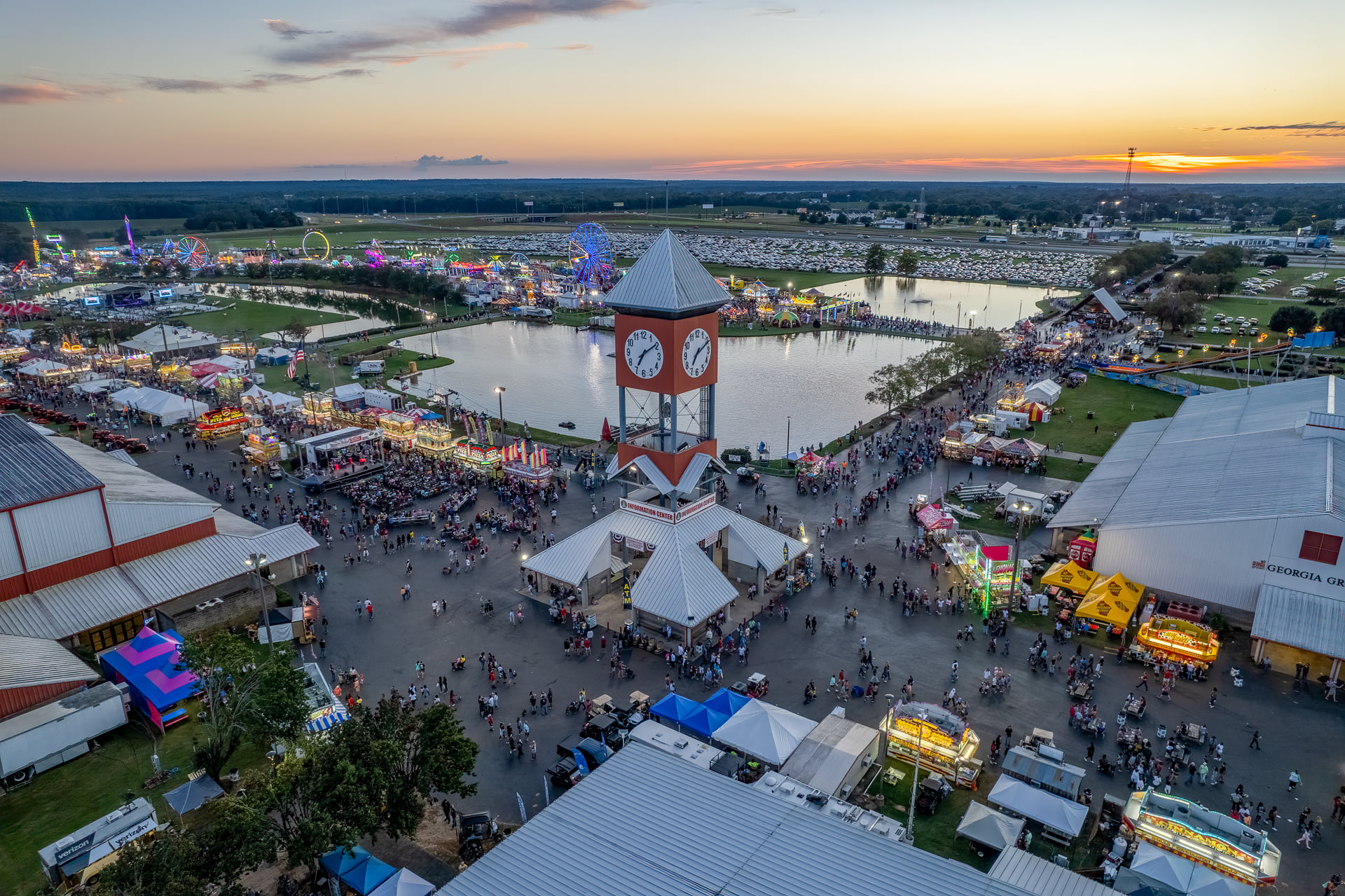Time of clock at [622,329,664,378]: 7:09
